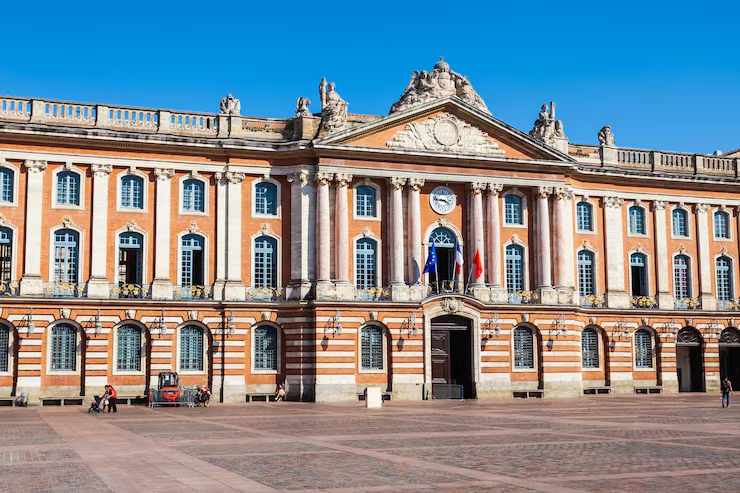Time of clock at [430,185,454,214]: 3:43
